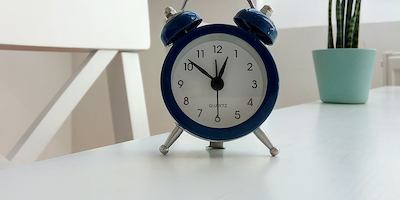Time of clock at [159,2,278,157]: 12:51
